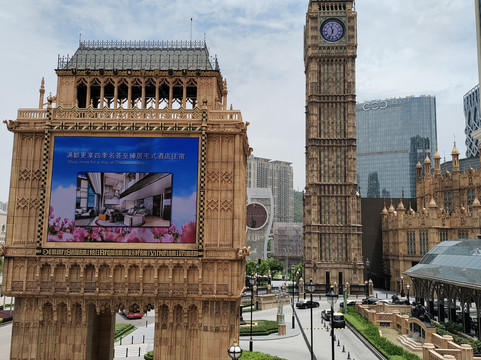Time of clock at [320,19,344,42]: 11:33
